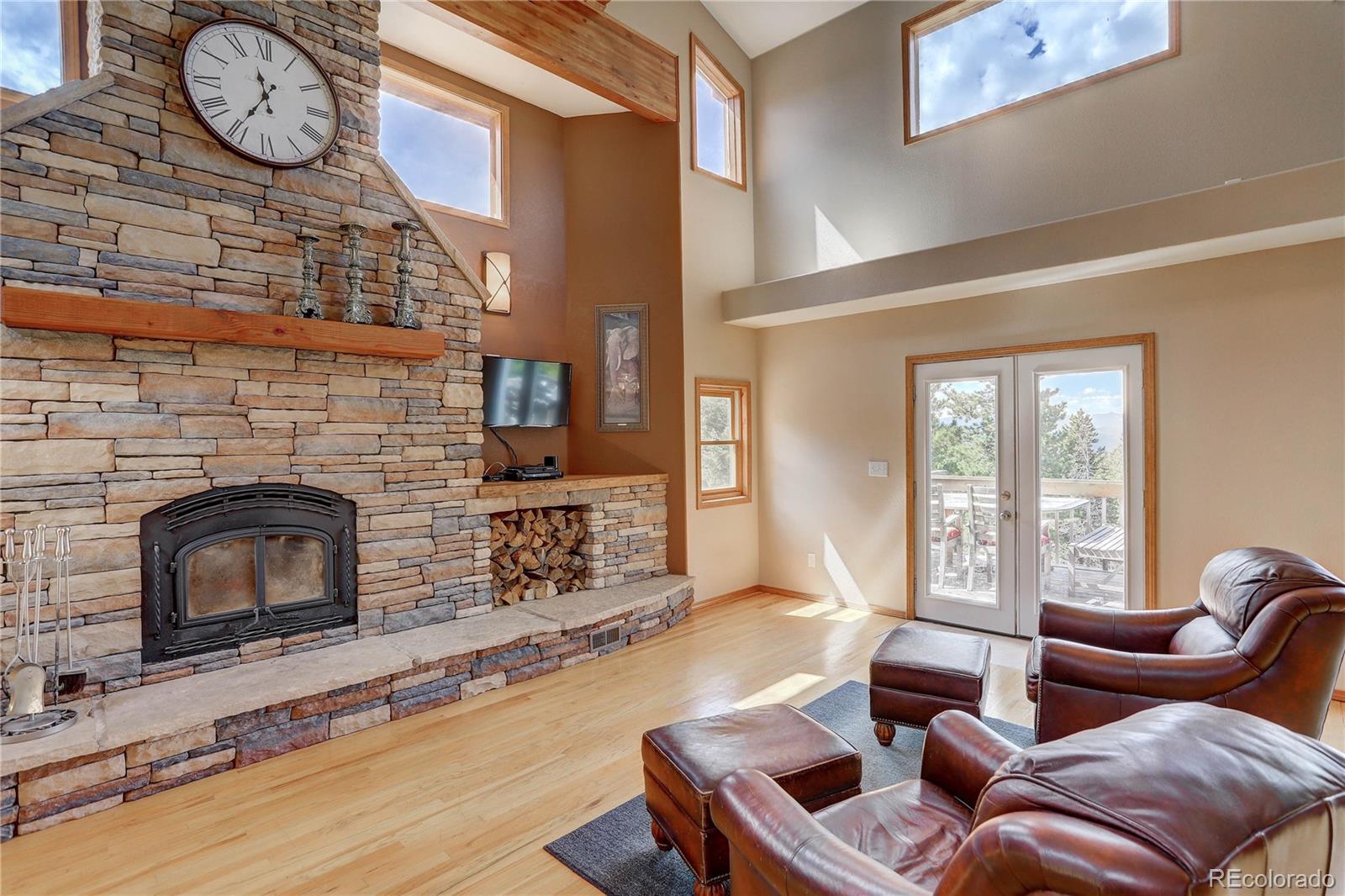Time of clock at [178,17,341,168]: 11:35
